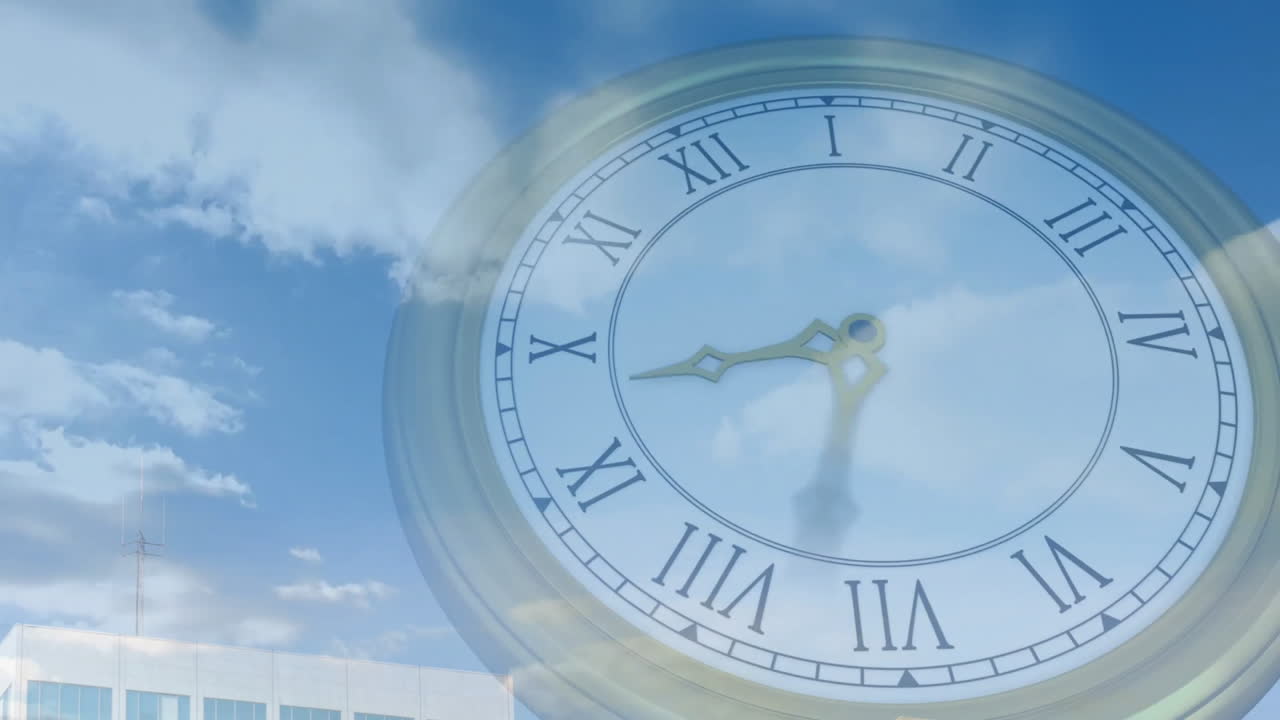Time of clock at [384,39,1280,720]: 8:32
